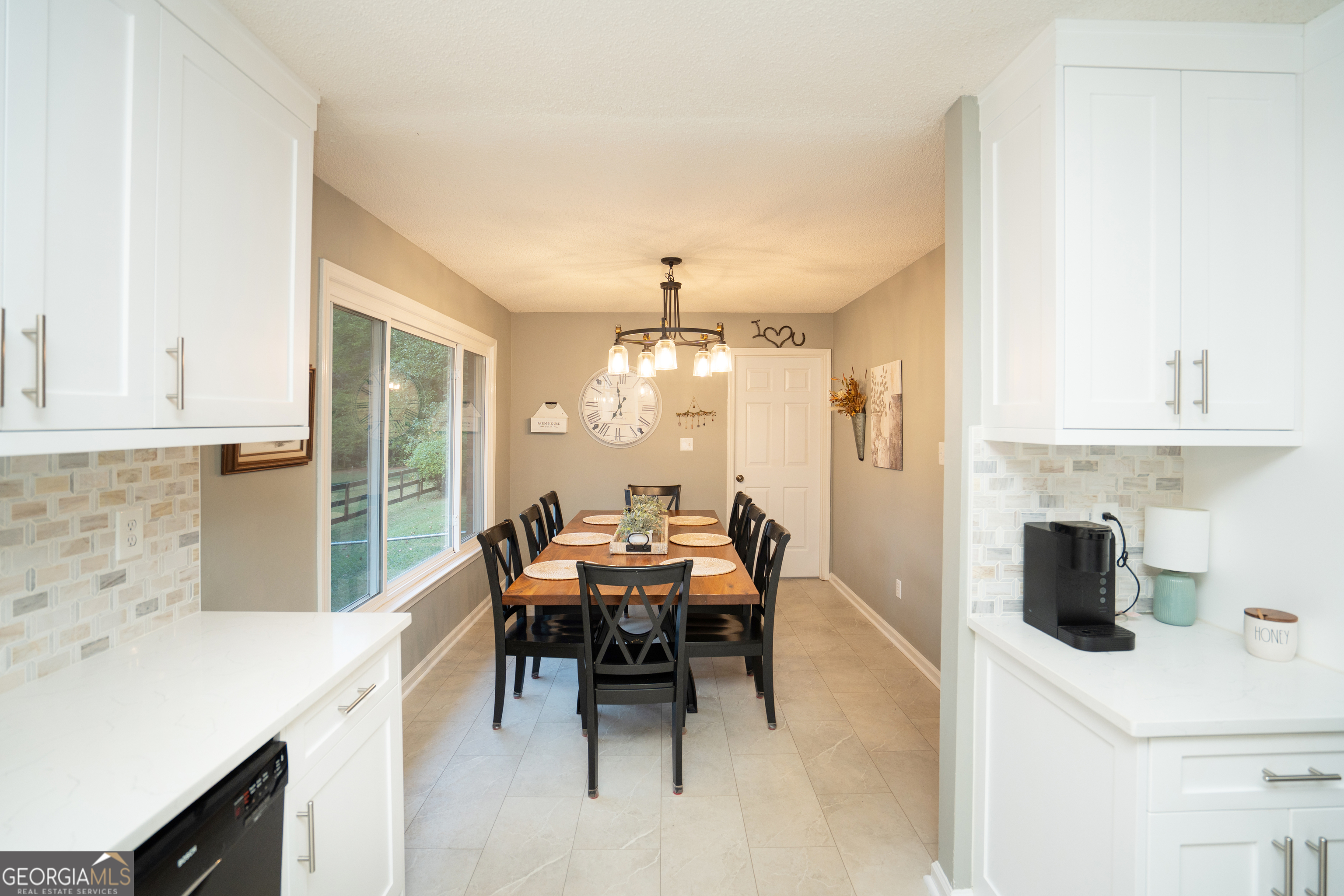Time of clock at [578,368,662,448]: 6:58
